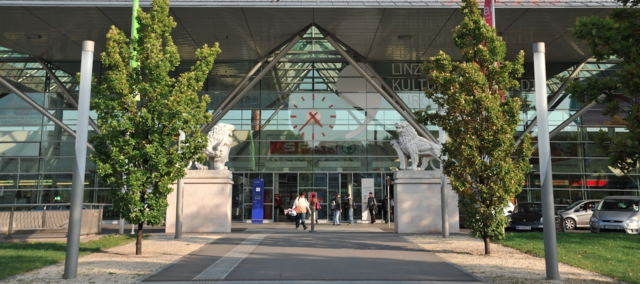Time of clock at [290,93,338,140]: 4:37
